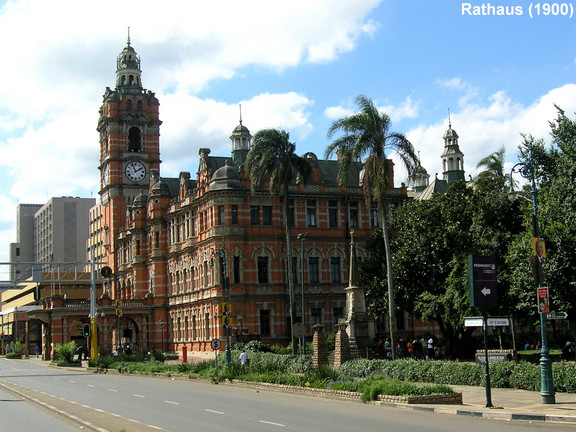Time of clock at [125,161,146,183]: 1:56
